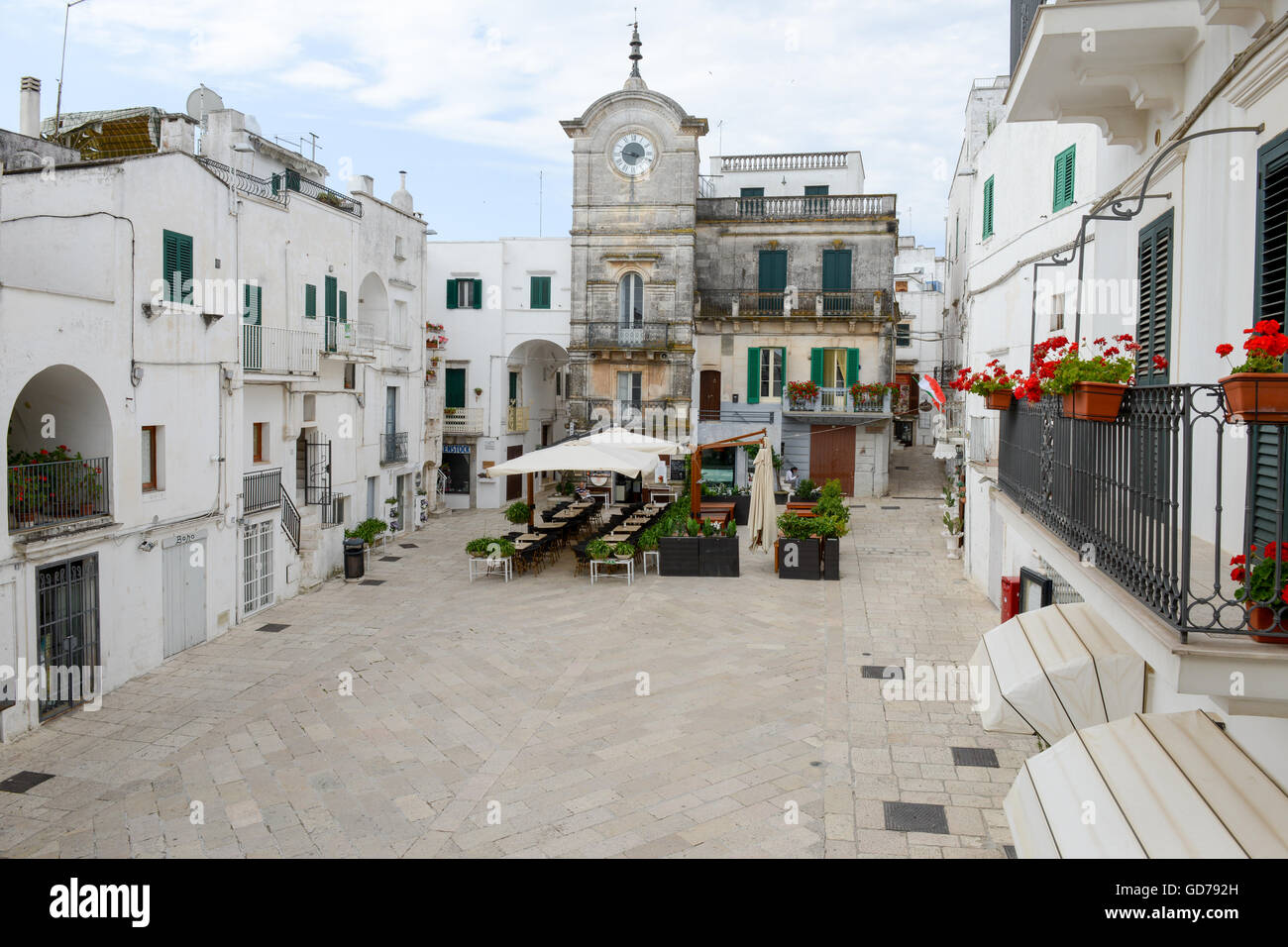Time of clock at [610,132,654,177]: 8:46
